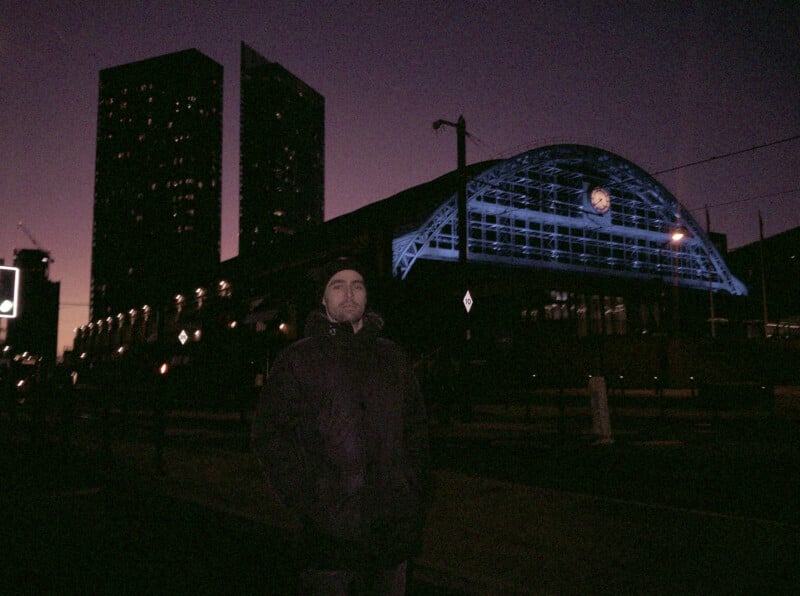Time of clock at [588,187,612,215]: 7:38
